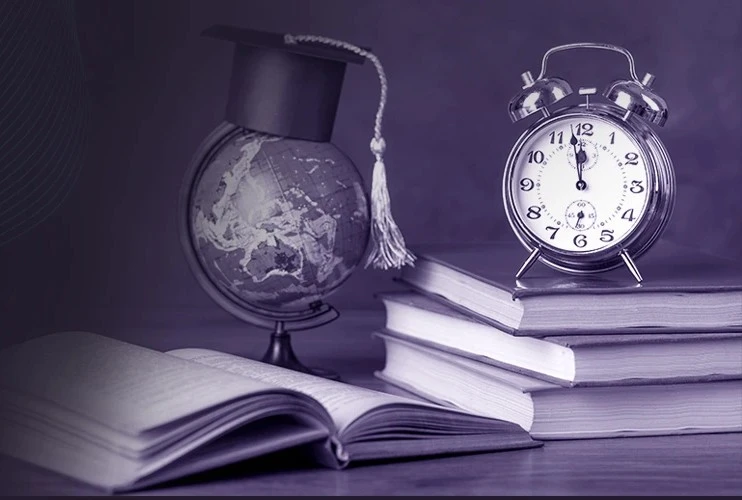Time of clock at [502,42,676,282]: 11:58
